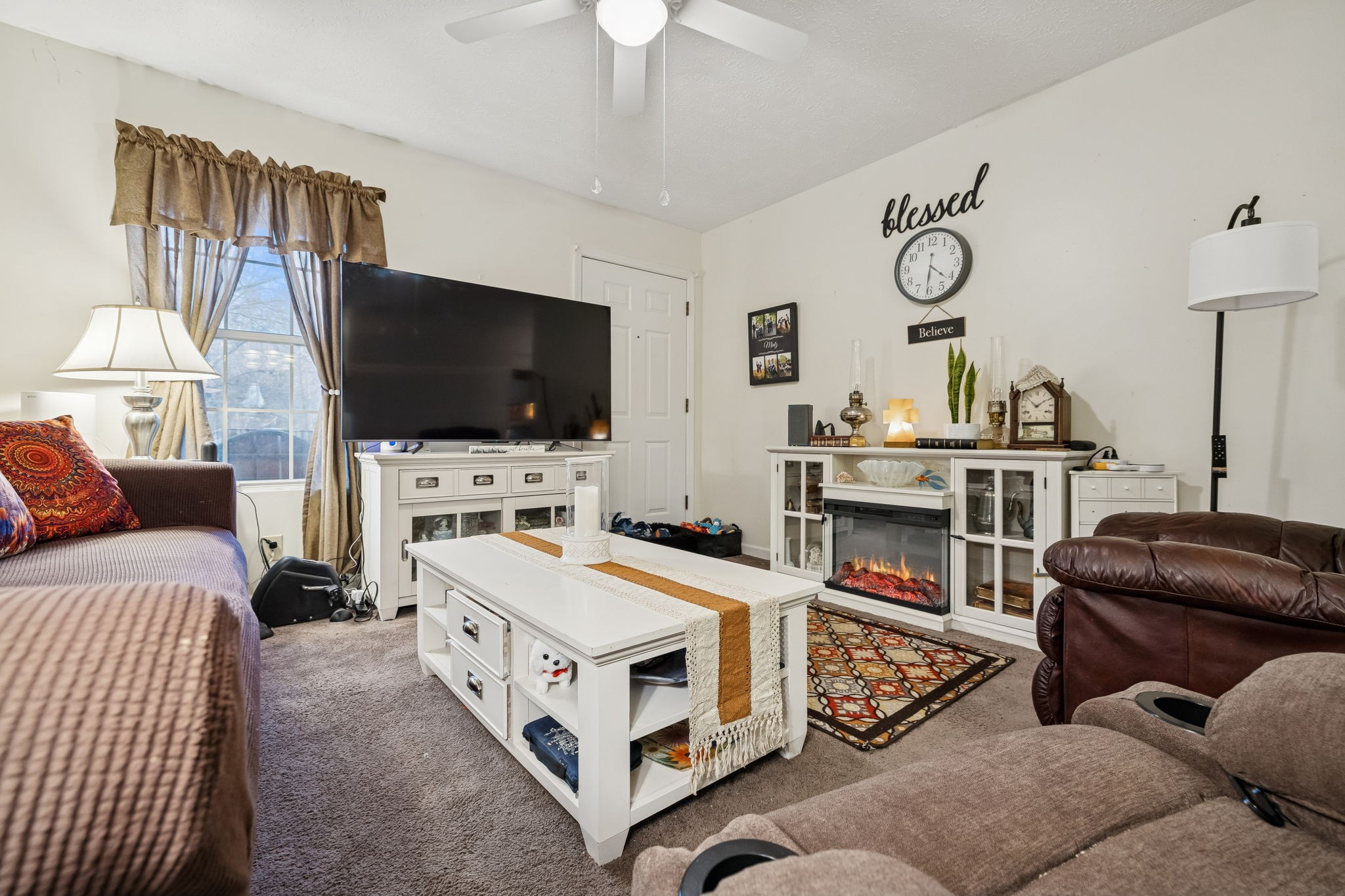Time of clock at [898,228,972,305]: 6:21
